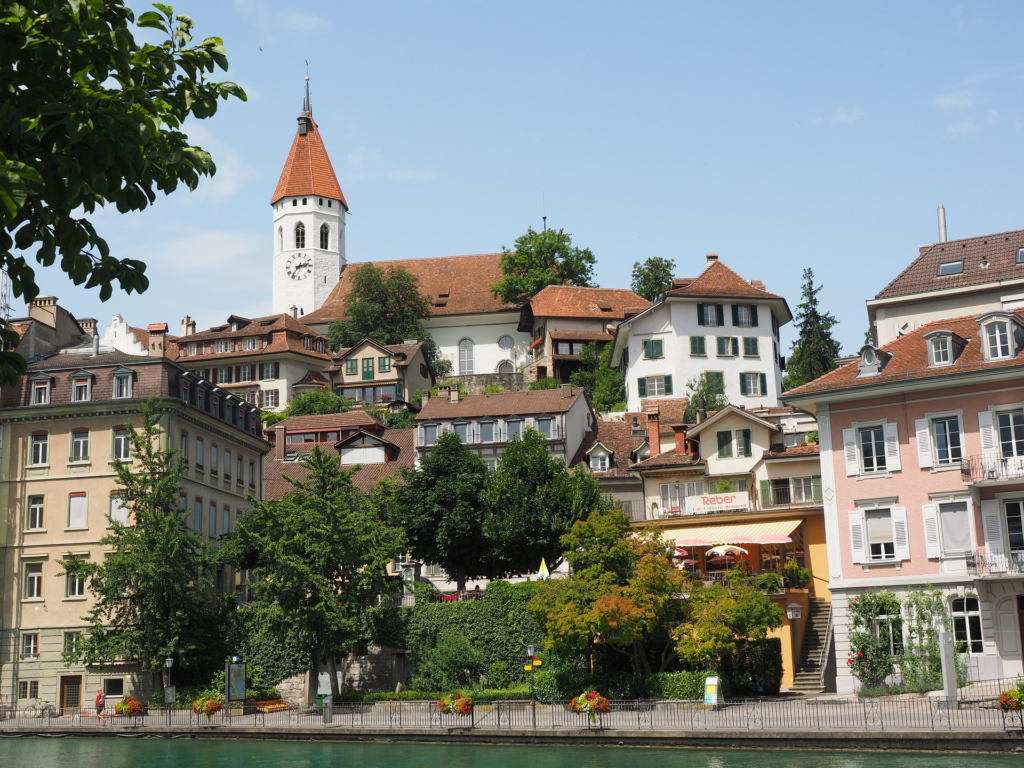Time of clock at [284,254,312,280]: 2:36
